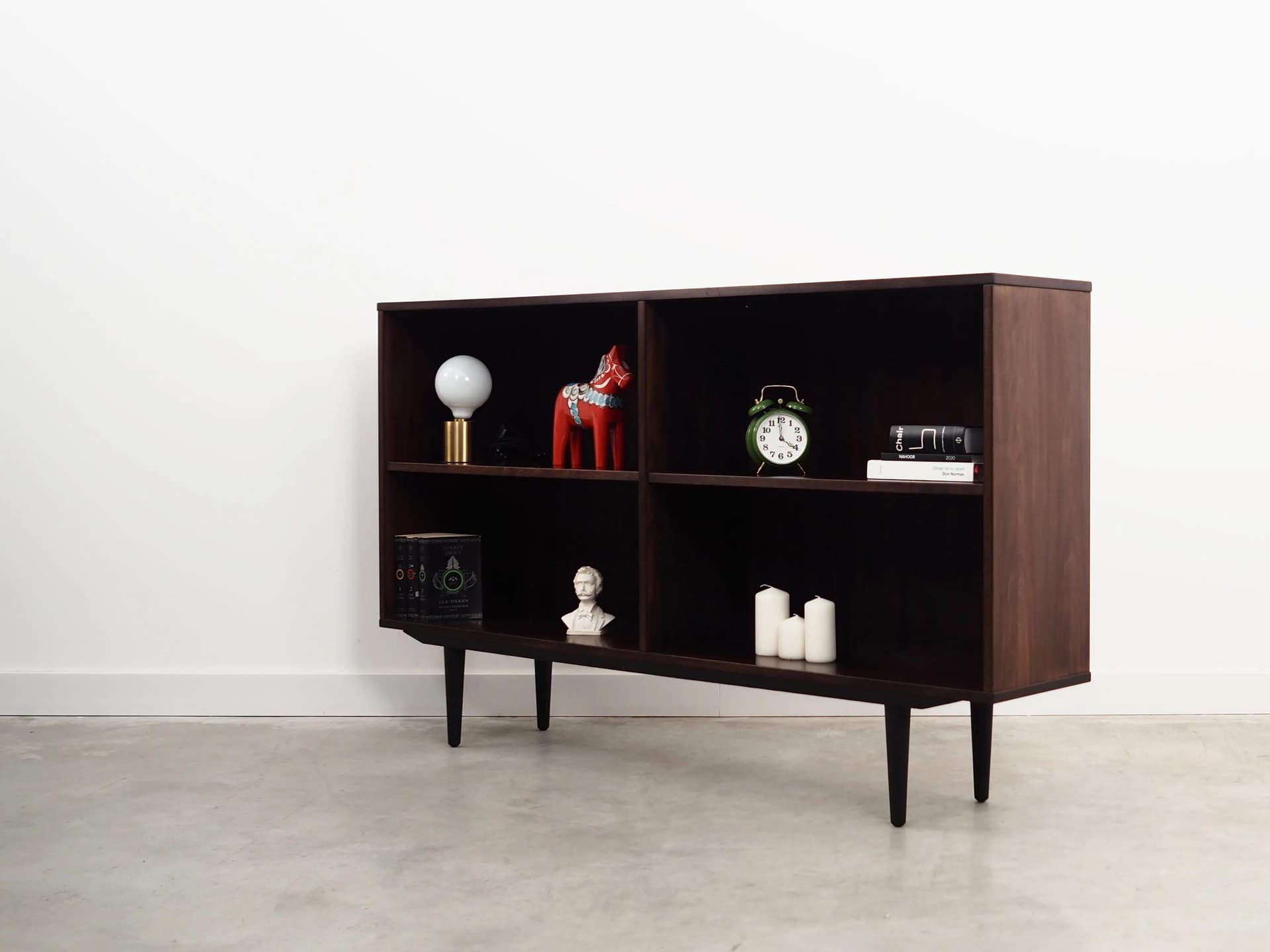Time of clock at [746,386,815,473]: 3:59
